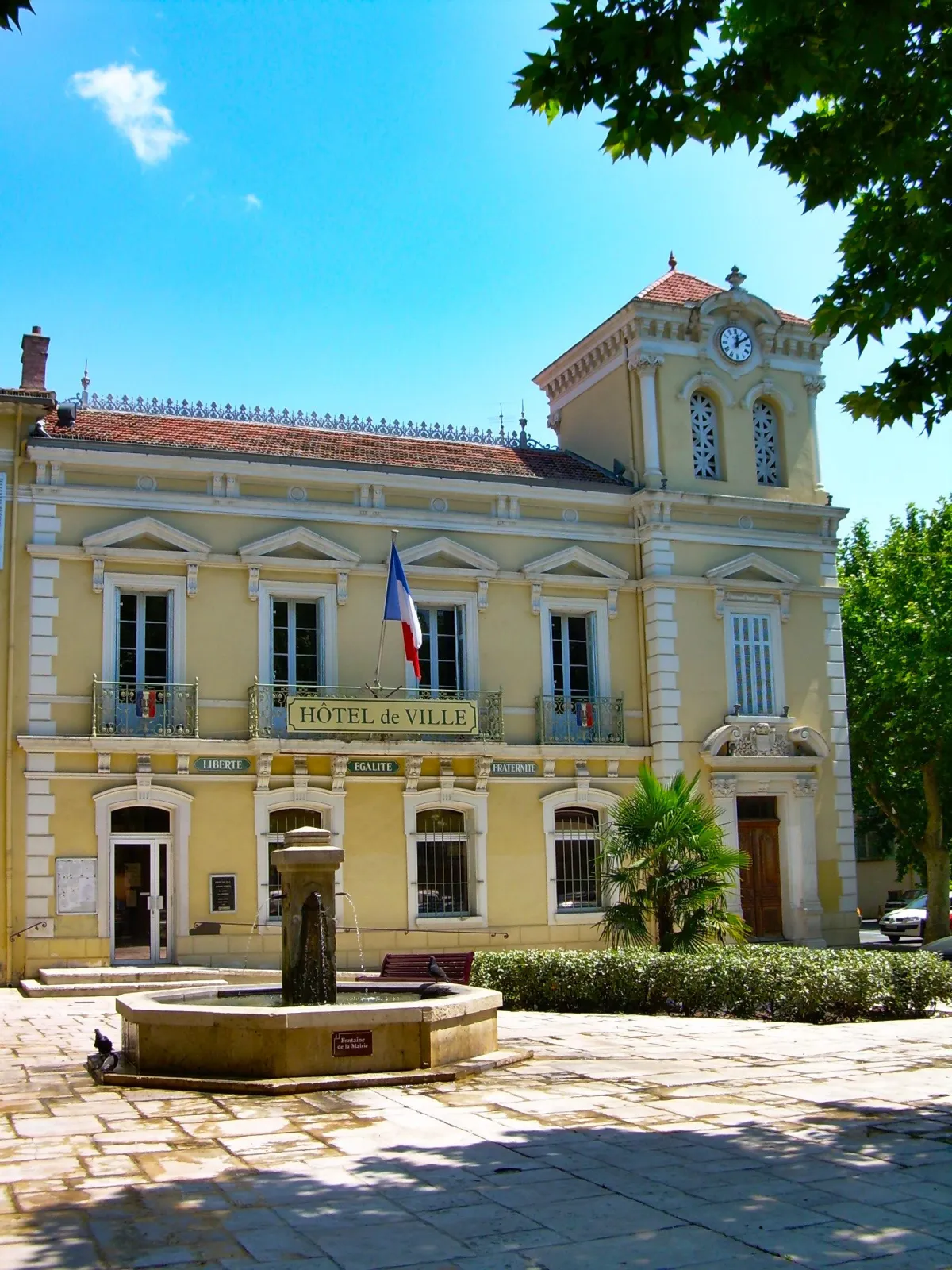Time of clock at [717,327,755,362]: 12:09
